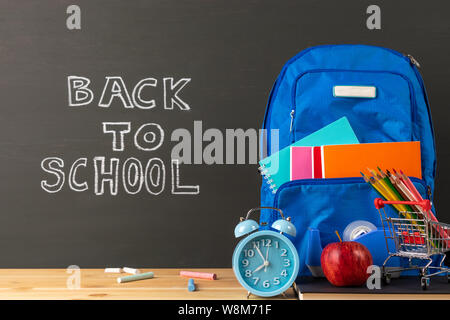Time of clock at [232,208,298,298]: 7:54
